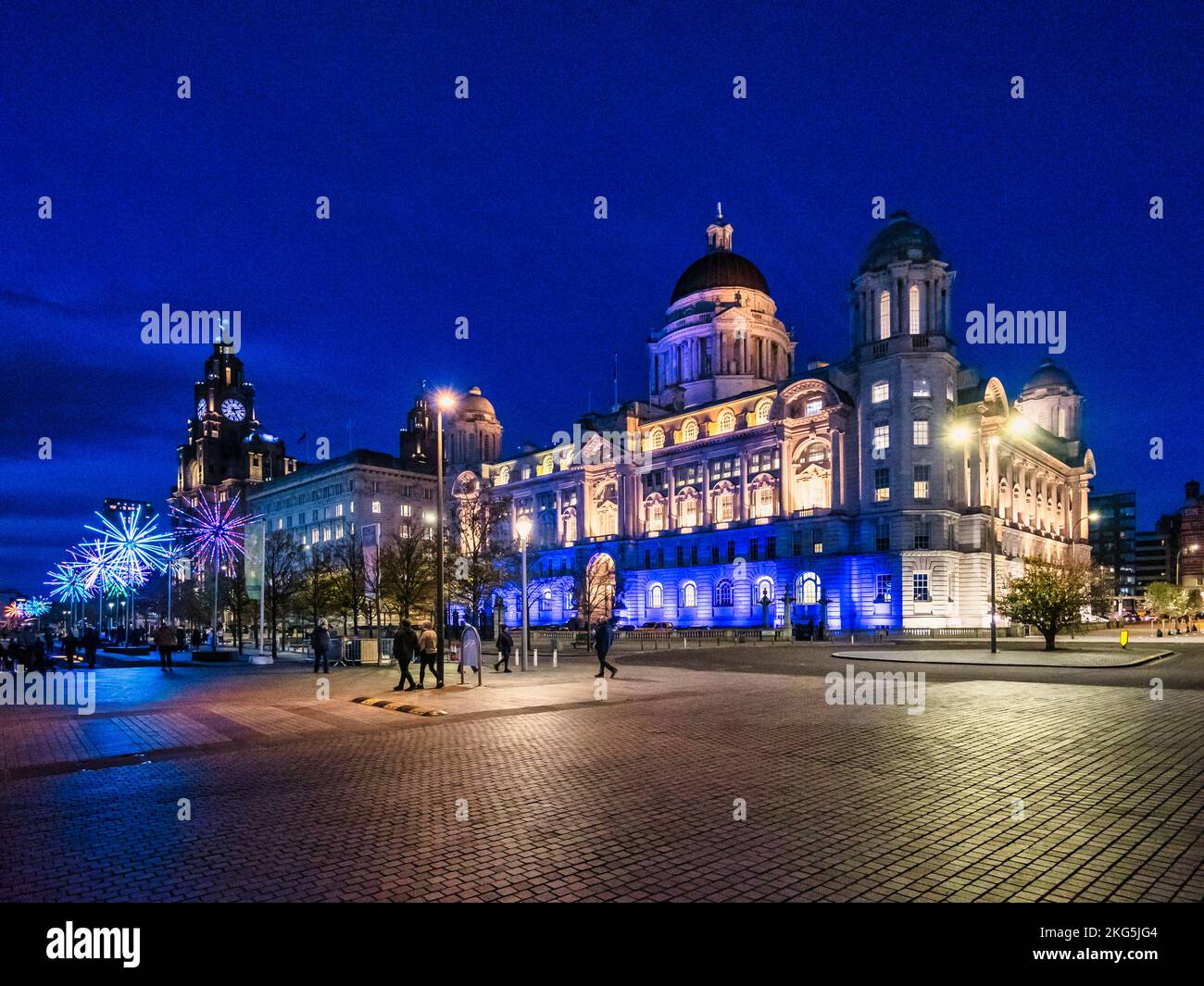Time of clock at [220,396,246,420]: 5:12
